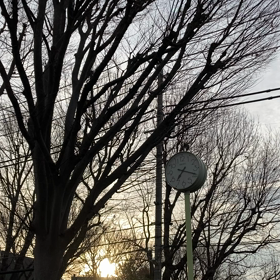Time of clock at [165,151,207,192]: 7:18
